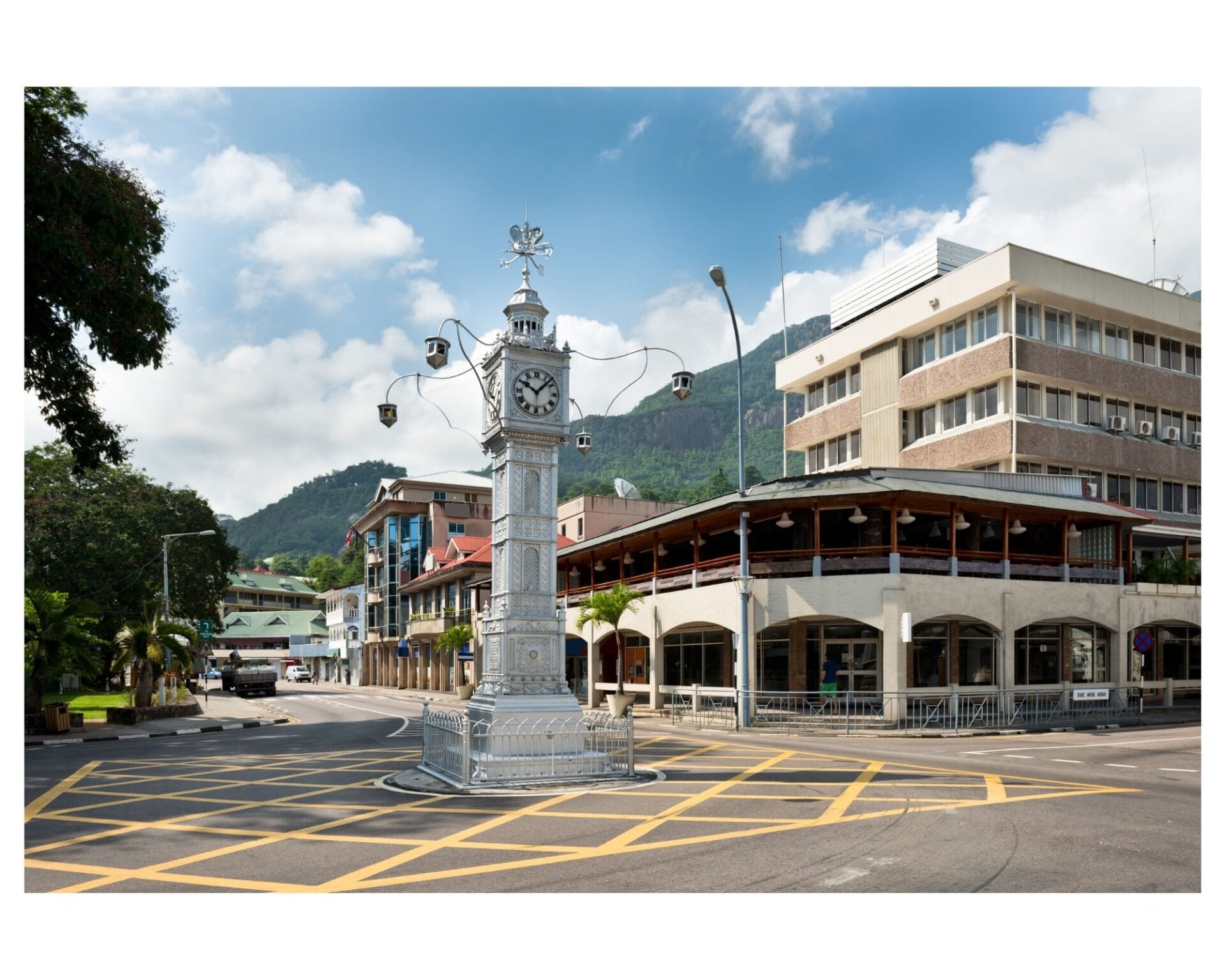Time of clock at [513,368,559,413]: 10:07
